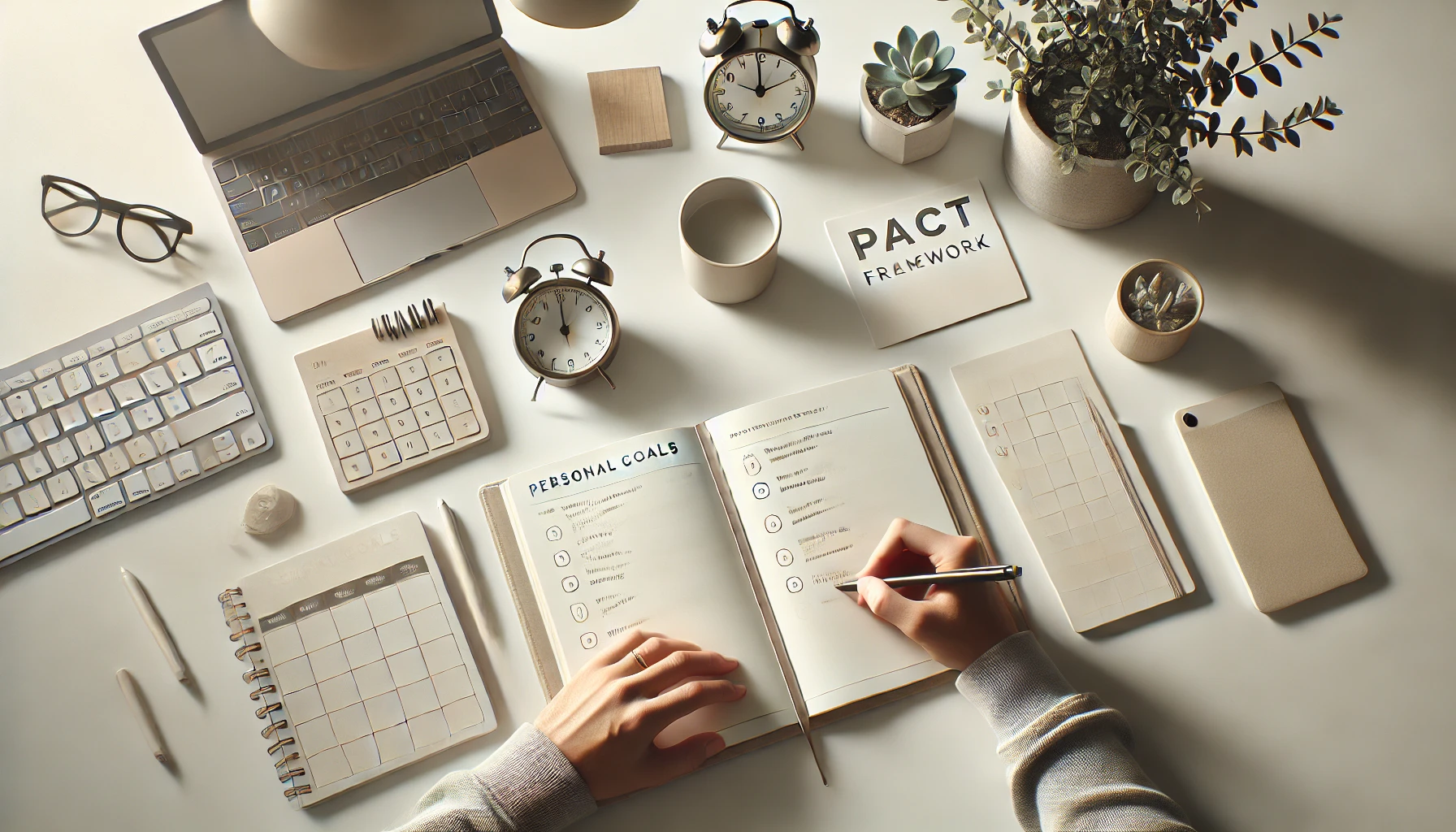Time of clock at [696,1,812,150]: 11:59
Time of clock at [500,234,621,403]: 12:00
